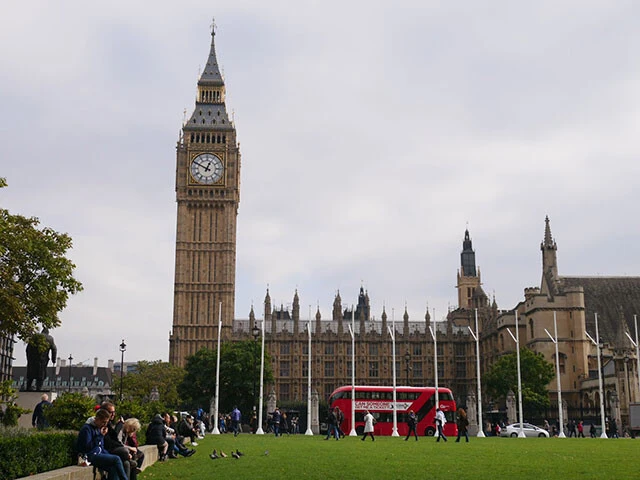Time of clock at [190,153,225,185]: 12:49
